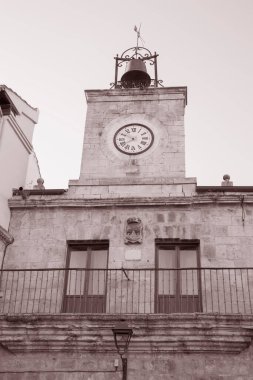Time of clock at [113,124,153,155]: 7:50
